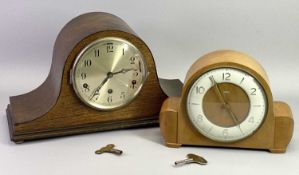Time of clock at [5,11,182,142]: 2:36
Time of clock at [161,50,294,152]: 4:55
